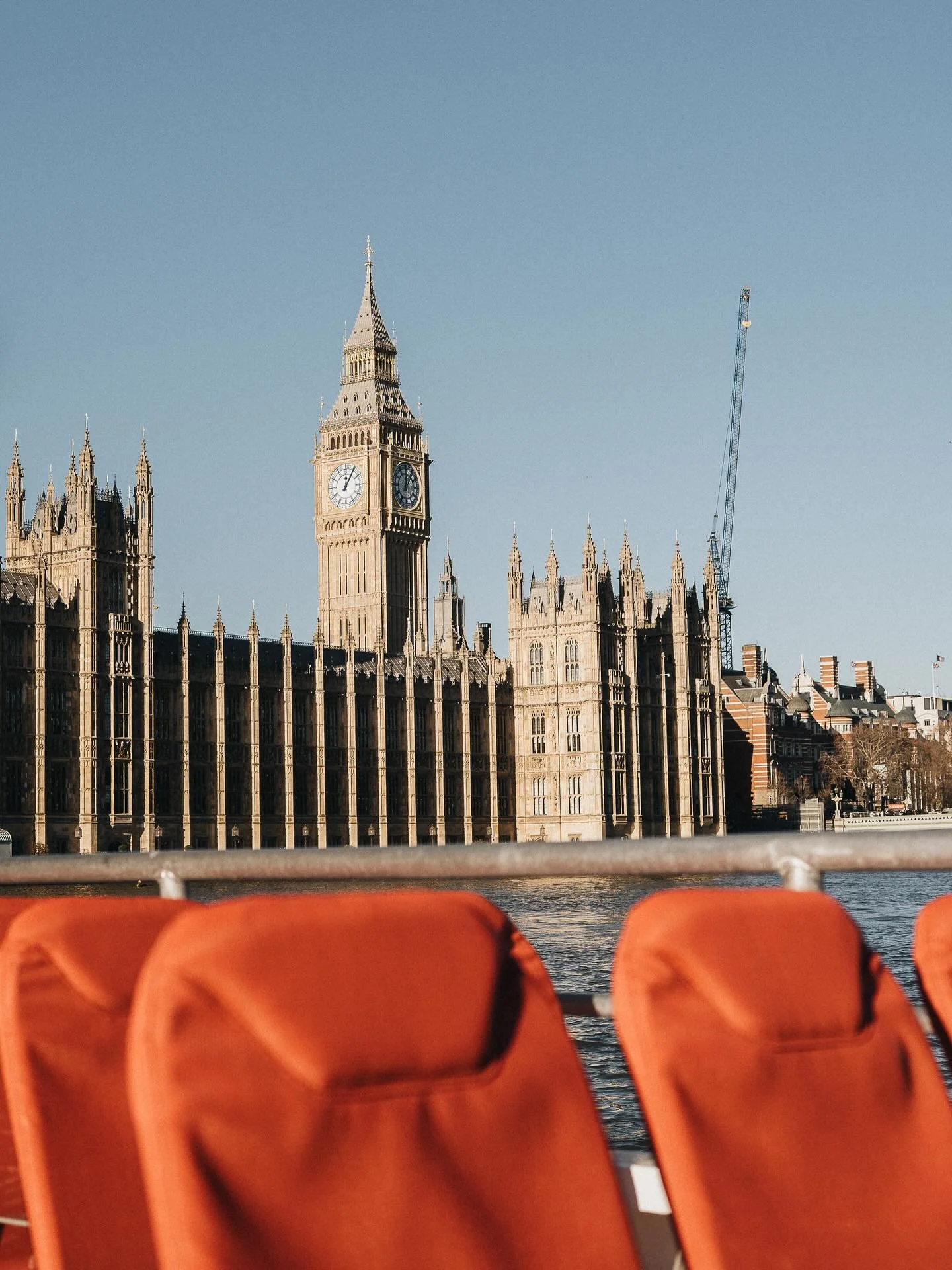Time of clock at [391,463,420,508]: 12:06
